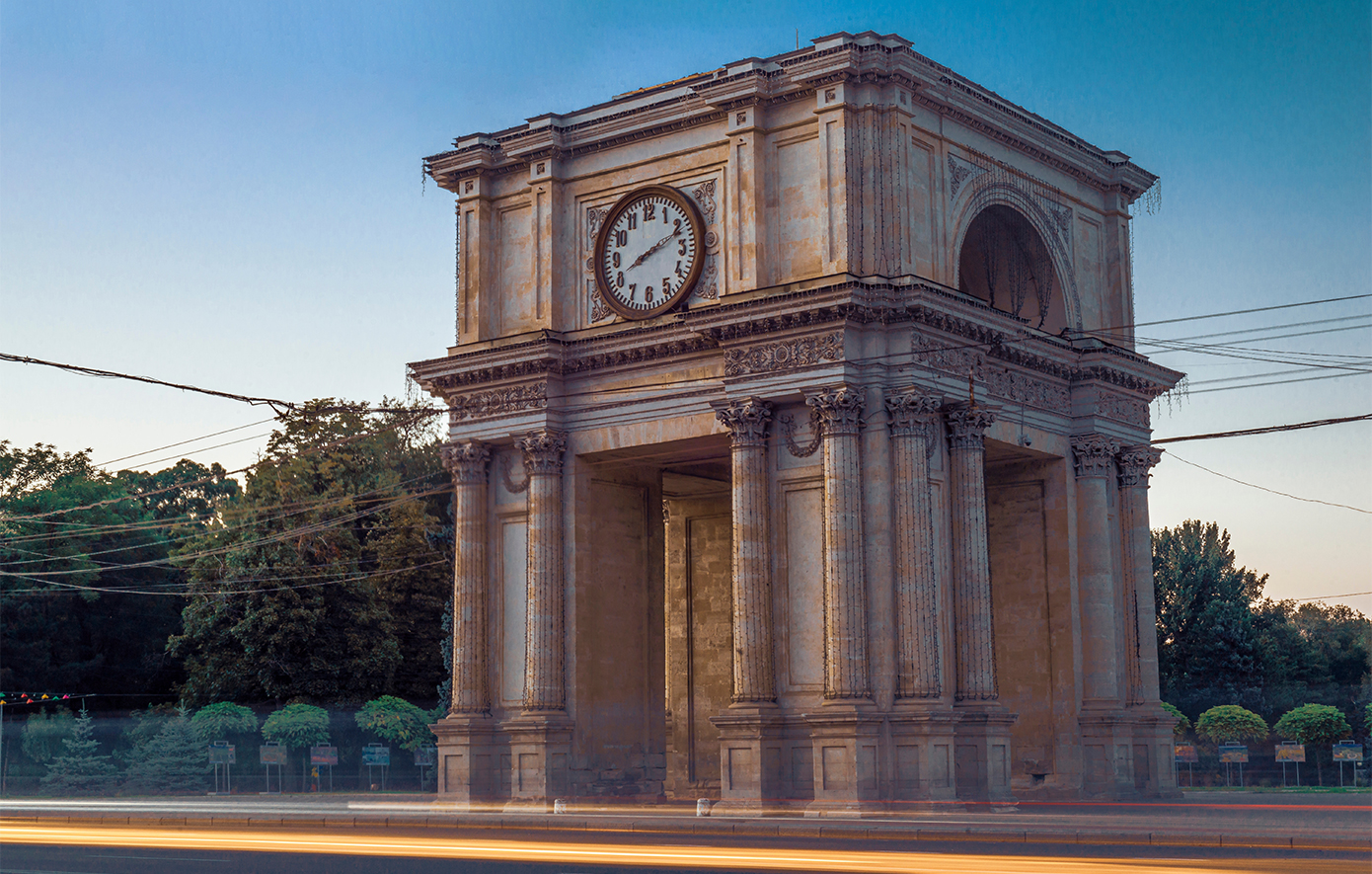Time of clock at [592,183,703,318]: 8:11
